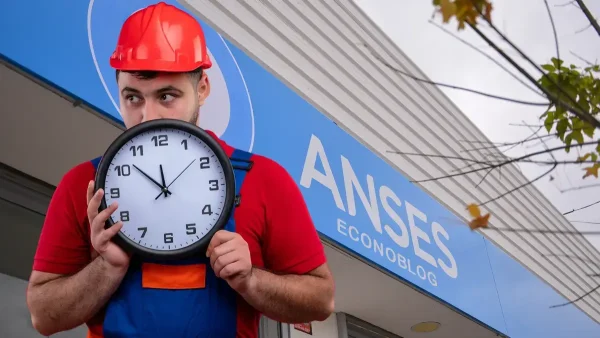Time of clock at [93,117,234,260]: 11:51
